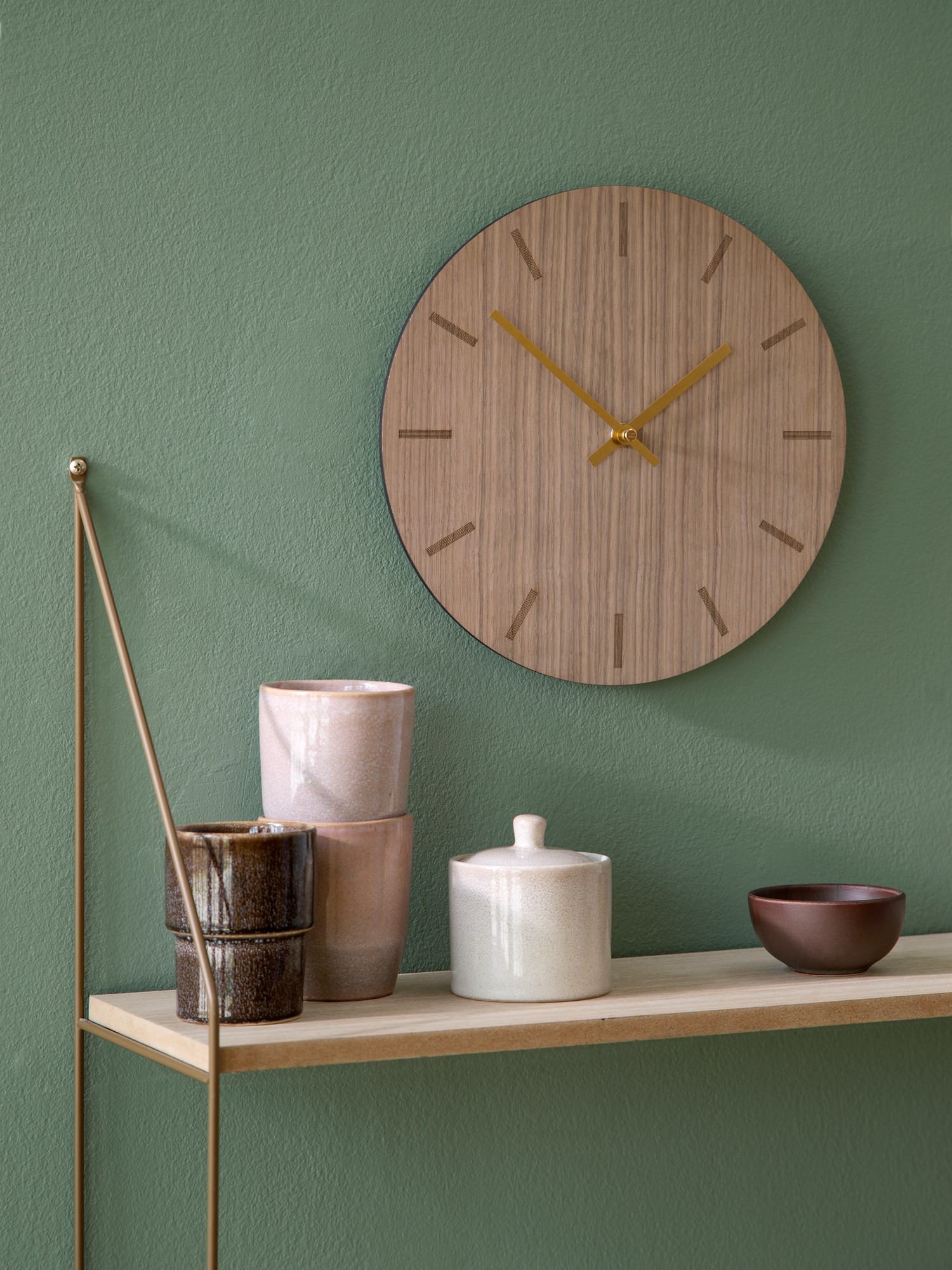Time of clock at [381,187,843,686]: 1:51
